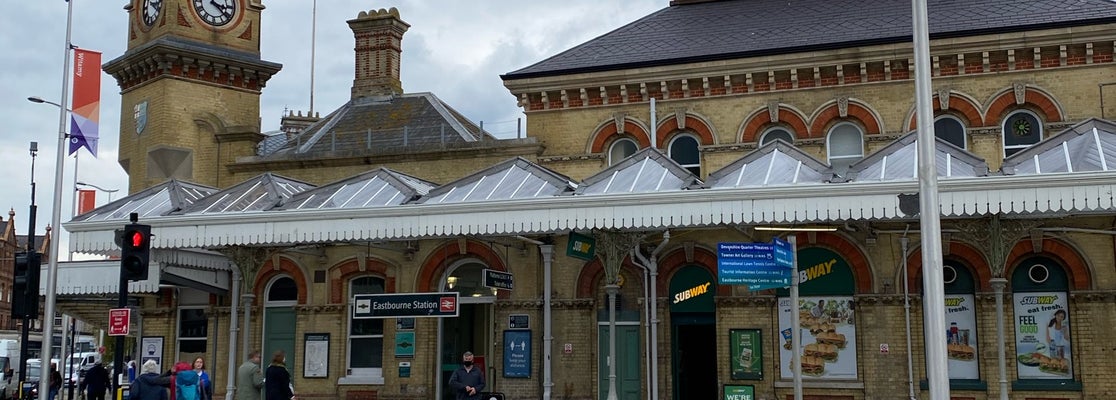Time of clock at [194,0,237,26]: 3:22
